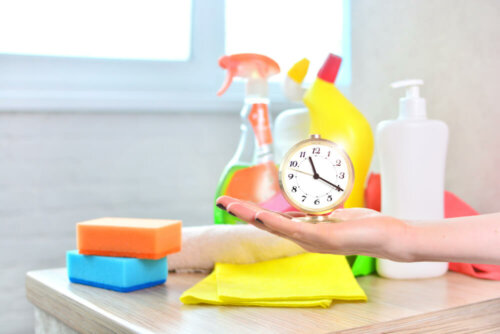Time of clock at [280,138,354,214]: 11:19
